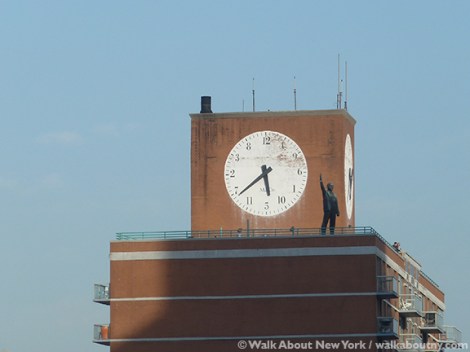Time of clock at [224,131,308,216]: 5:38
